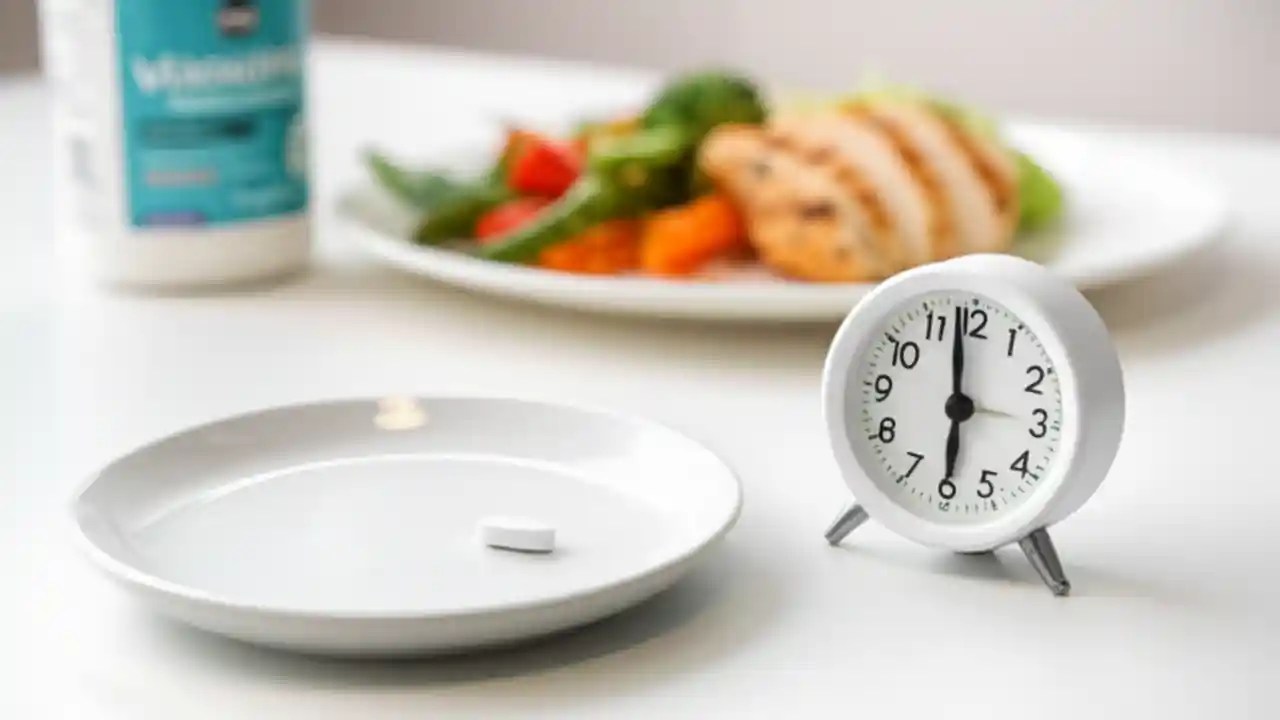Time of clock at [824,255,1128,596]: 5:58
